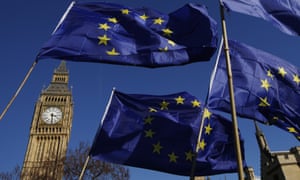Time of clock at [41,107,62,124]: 3:29
